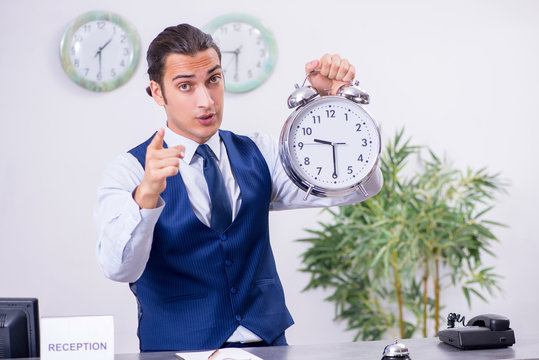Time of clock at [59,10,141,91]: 1:29
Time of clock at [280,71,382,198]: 9:29
